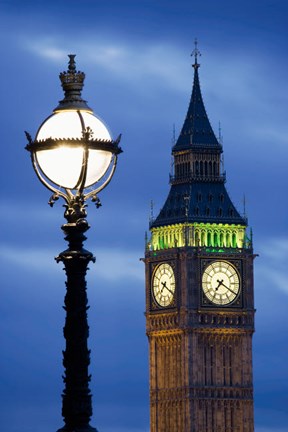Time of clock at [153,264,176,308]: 7:20
